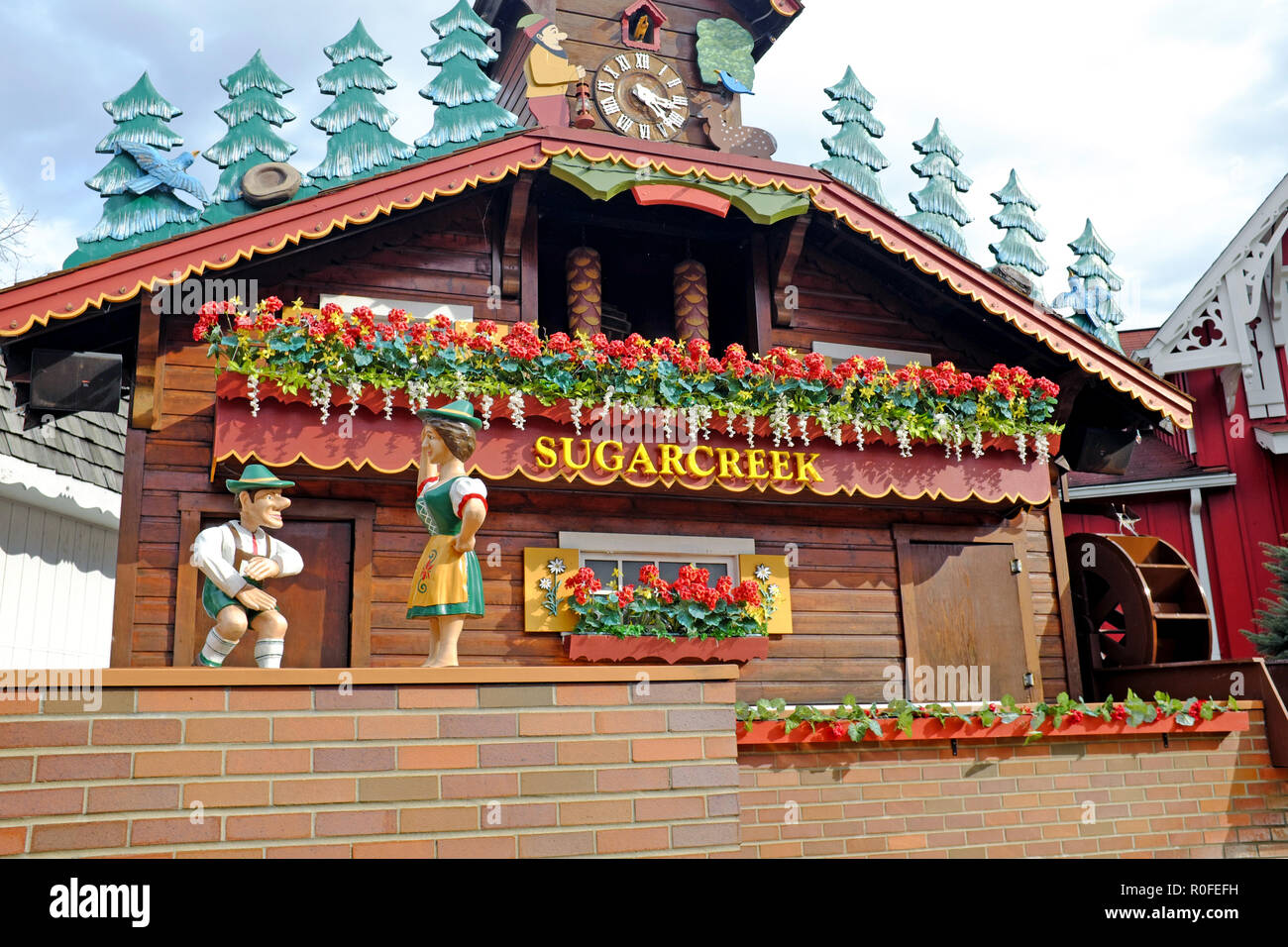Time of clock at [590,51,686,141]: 4:17
